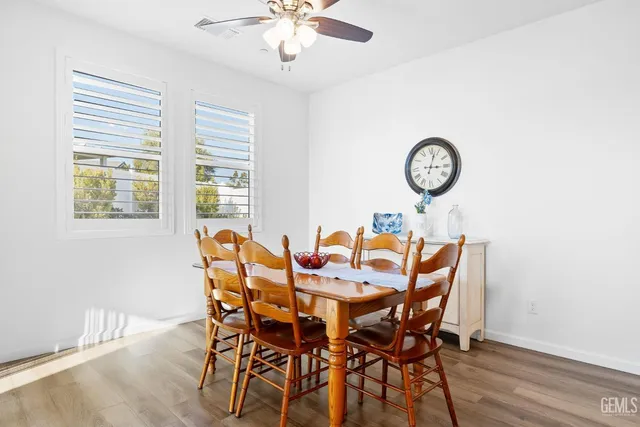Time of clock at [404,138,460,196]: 3:02
